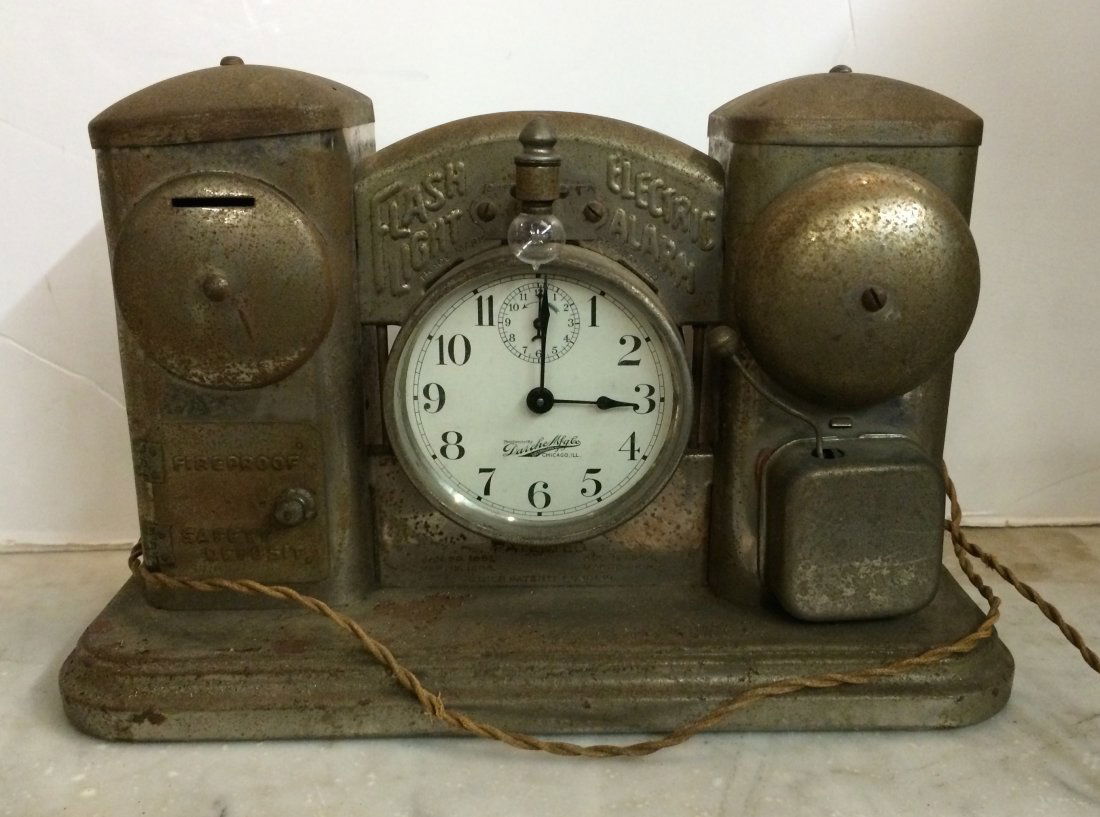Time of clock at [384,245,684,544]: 3:00
